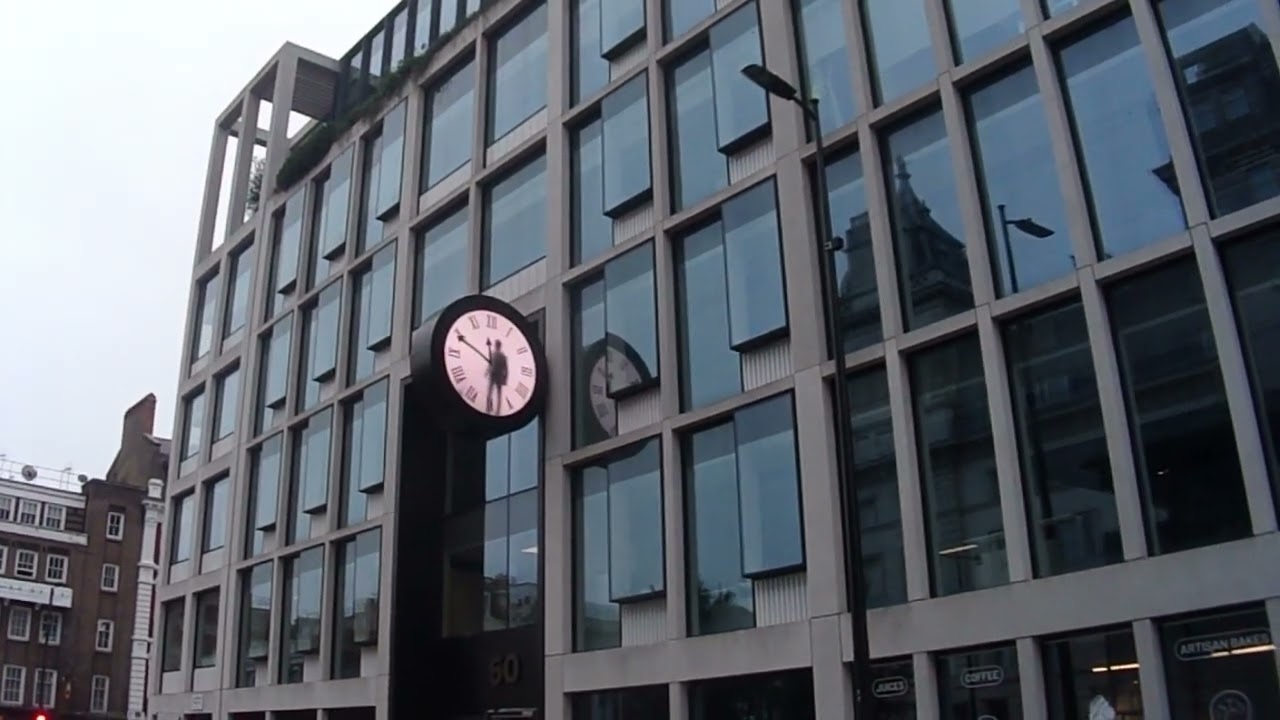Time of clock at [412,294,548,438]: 5:31
